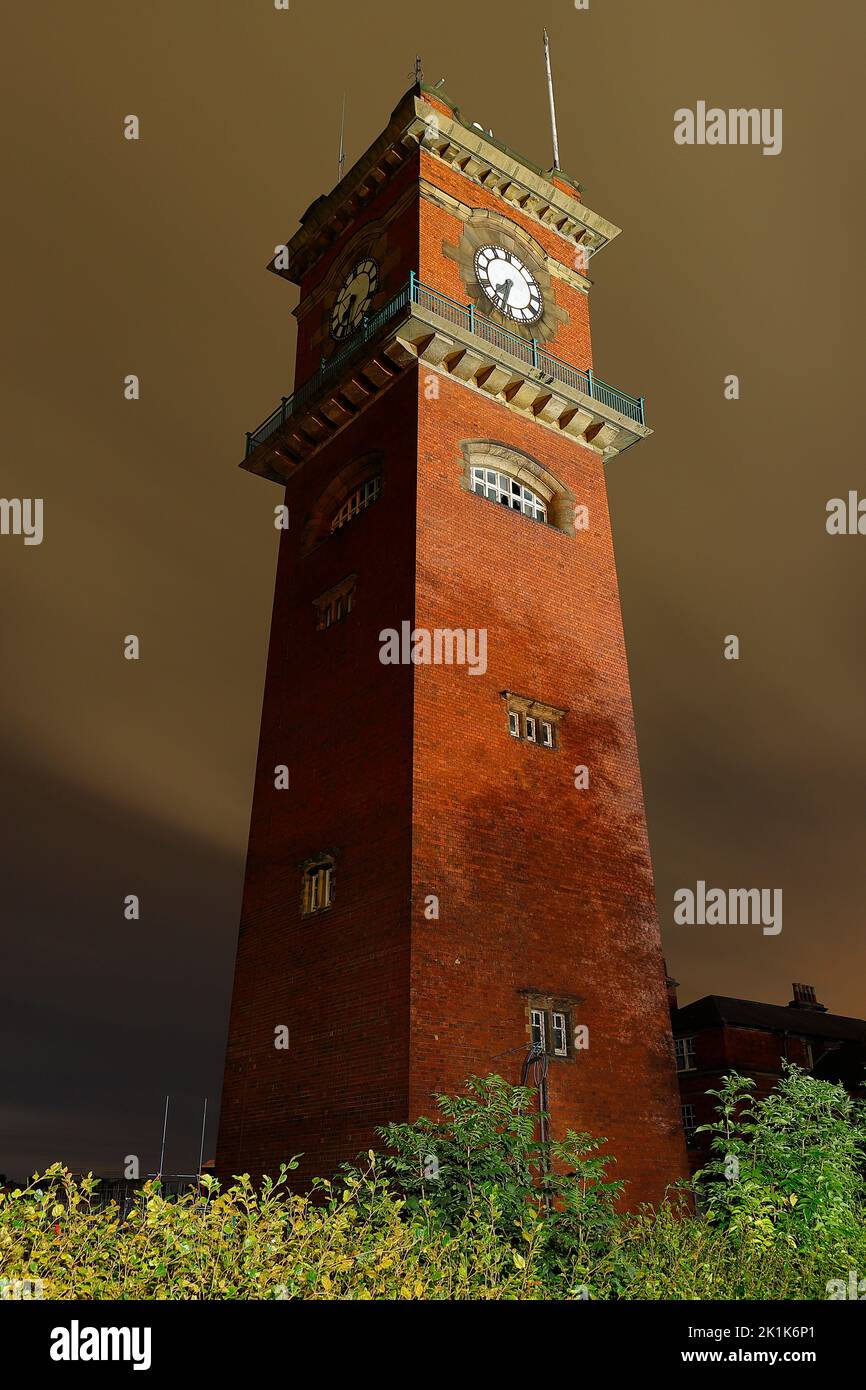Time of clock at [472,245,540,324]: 7:32
